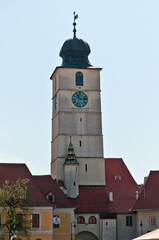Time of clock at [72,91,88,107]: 11:13
